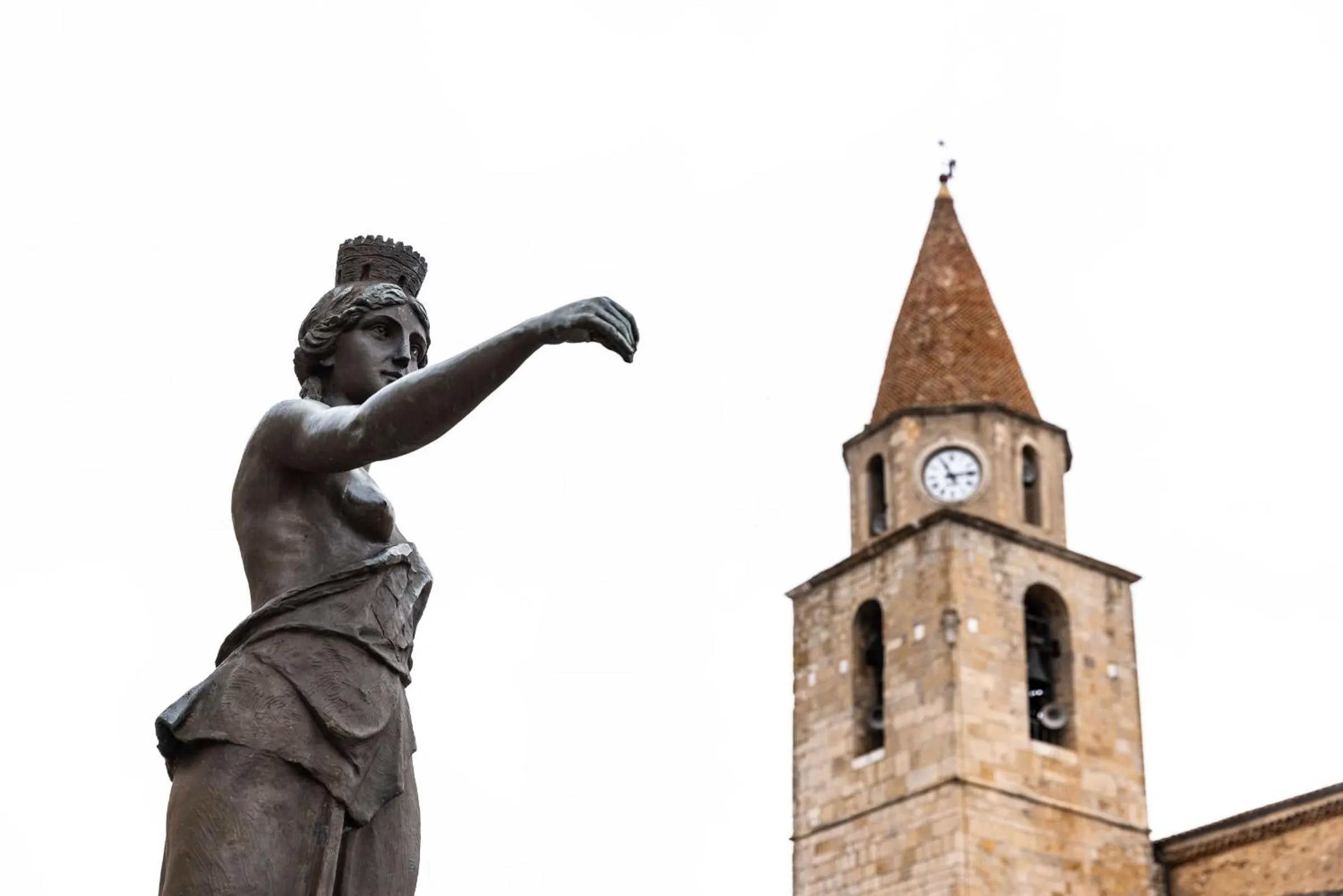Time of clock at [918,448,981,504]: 11:13
